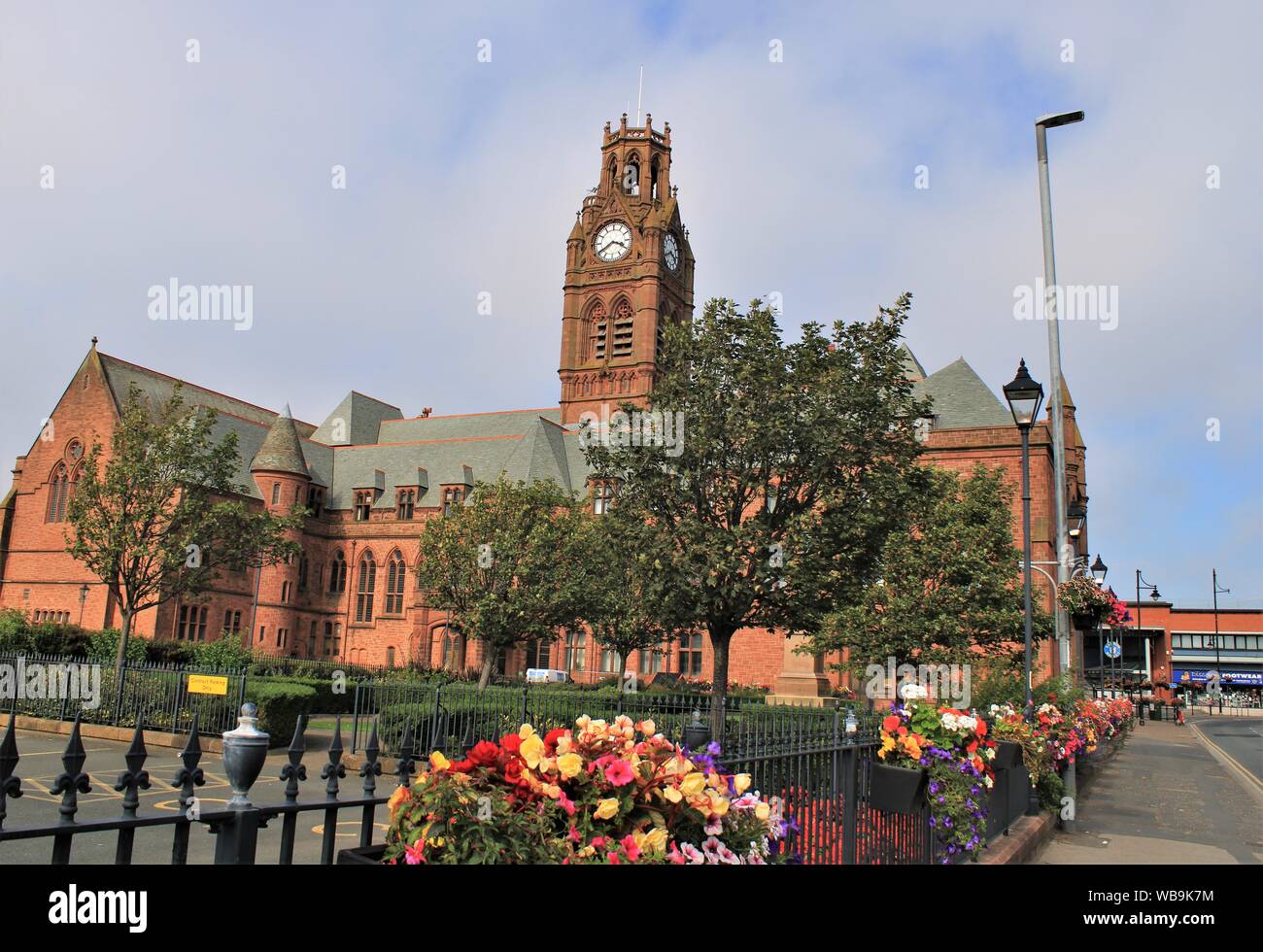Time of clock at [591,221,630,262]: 3:39
